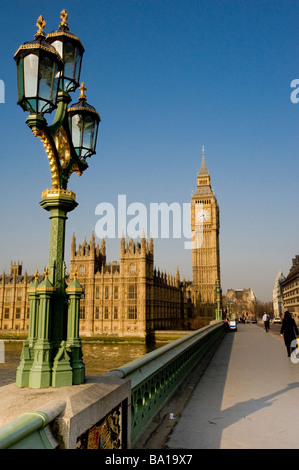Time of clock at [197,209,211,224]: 8:27
